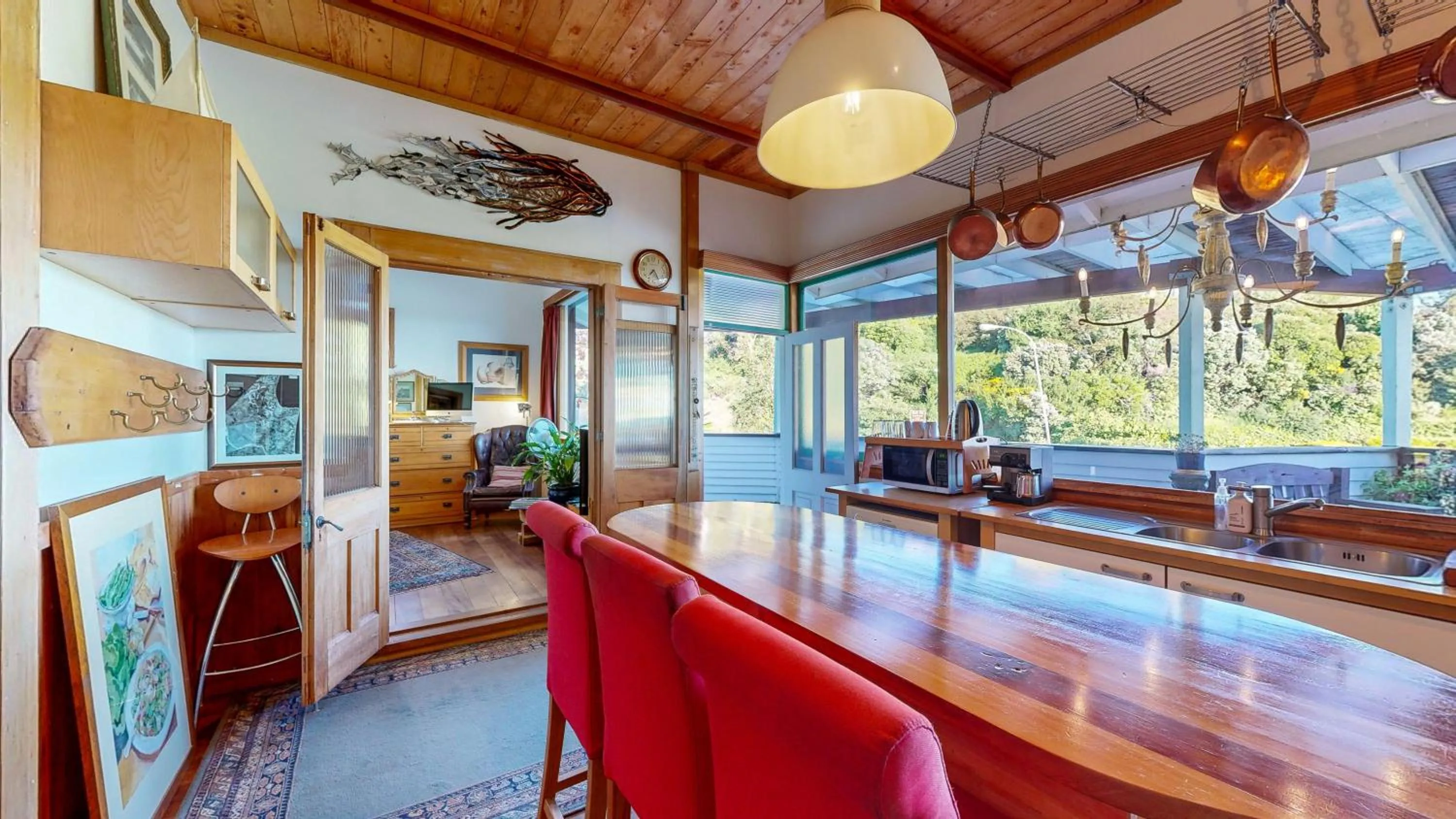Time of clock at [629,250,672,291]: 7:25
